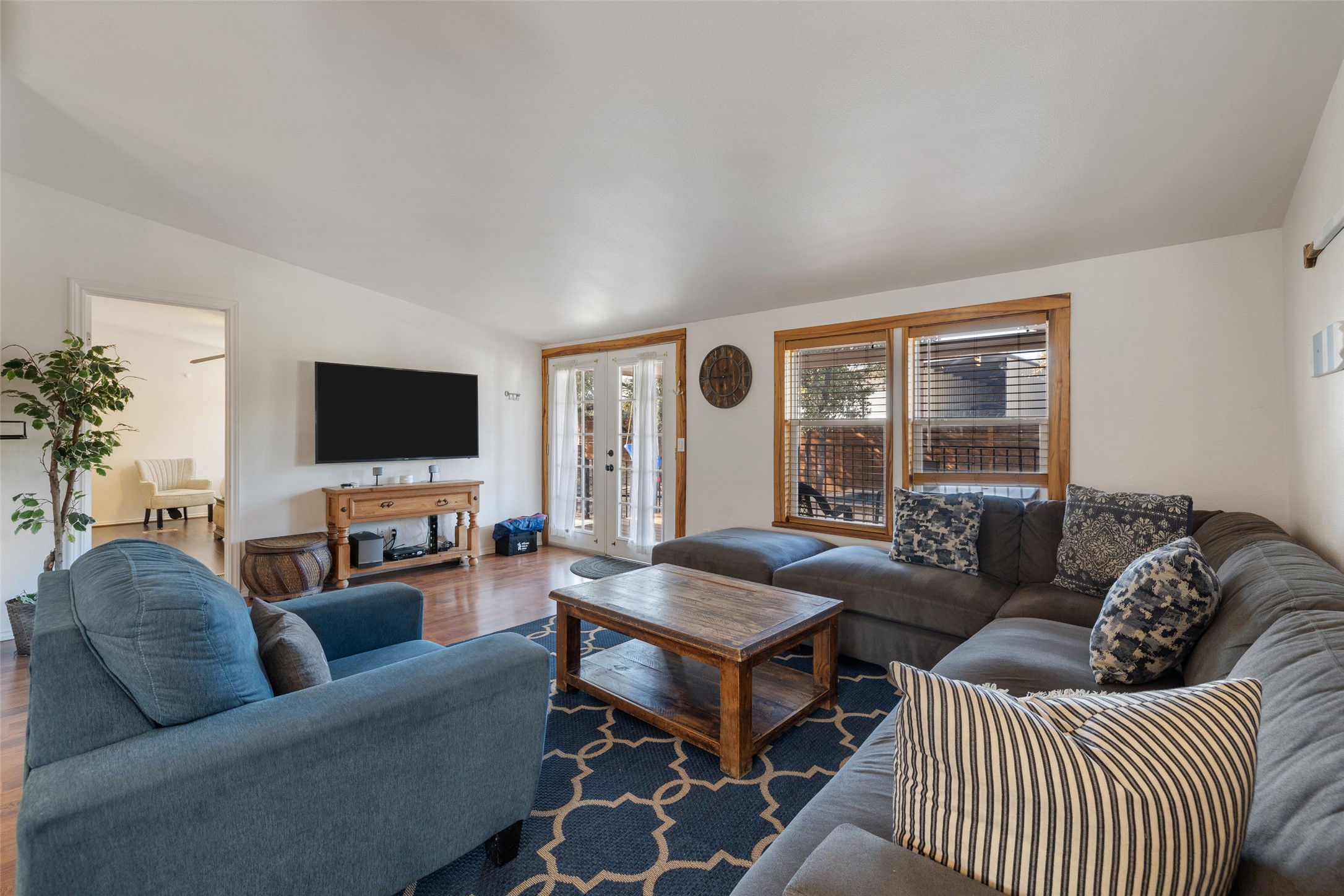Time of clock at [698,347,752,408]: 9:01
